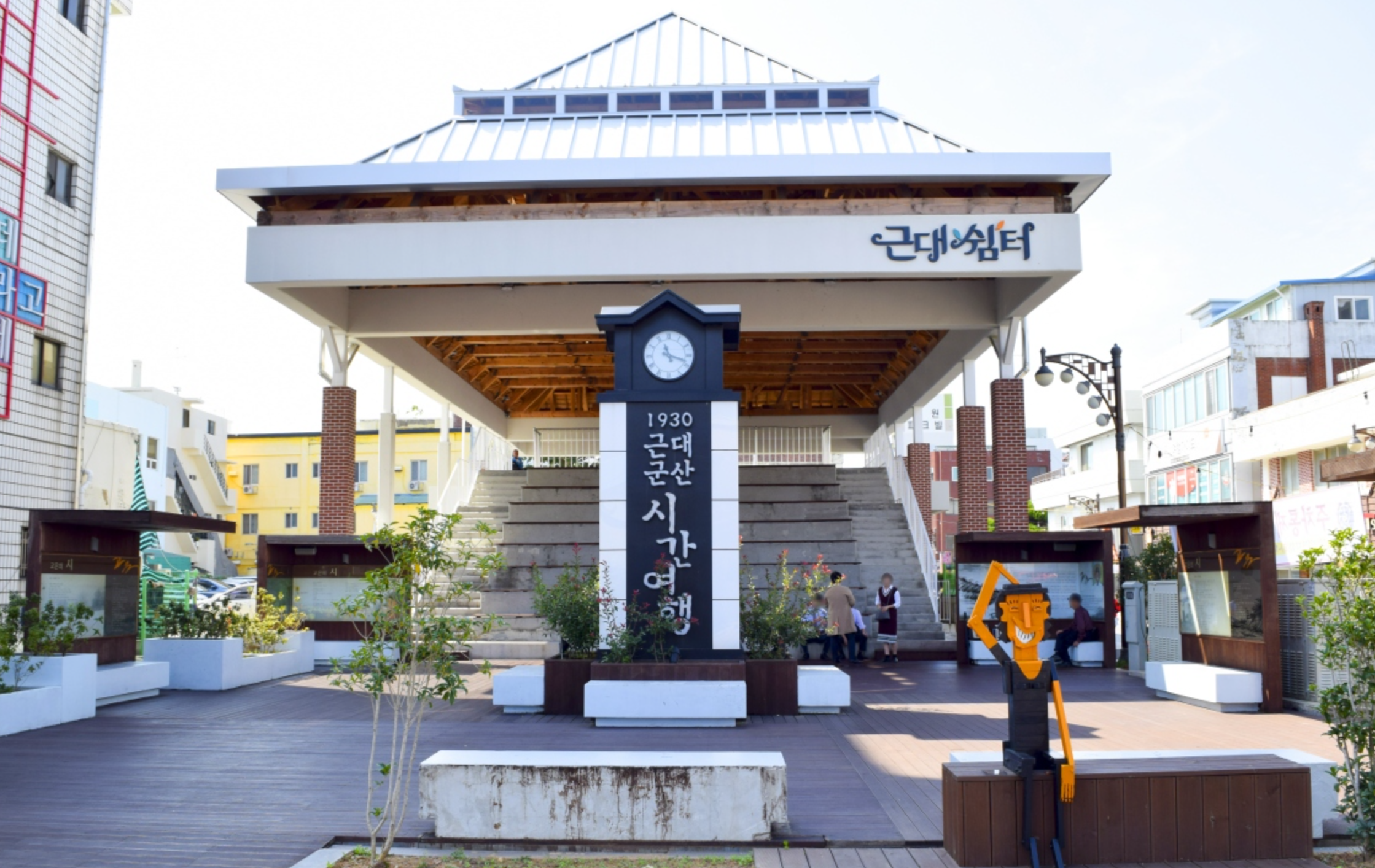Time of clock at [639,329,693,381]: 11:18
